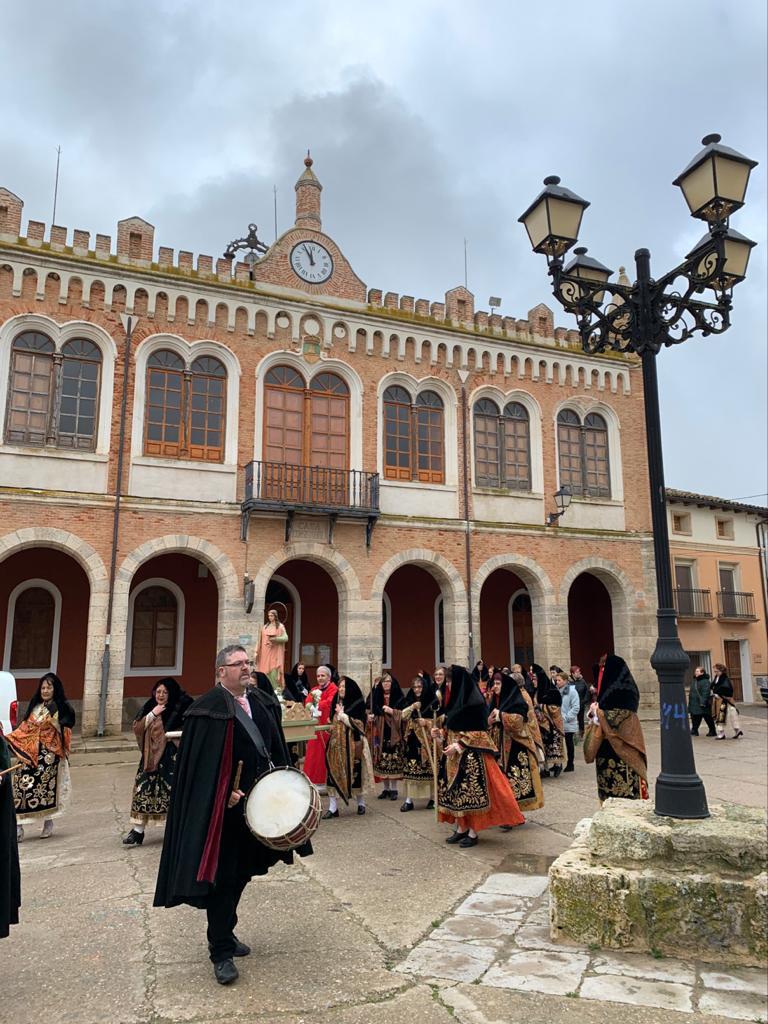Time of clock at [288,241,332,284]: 11:55
